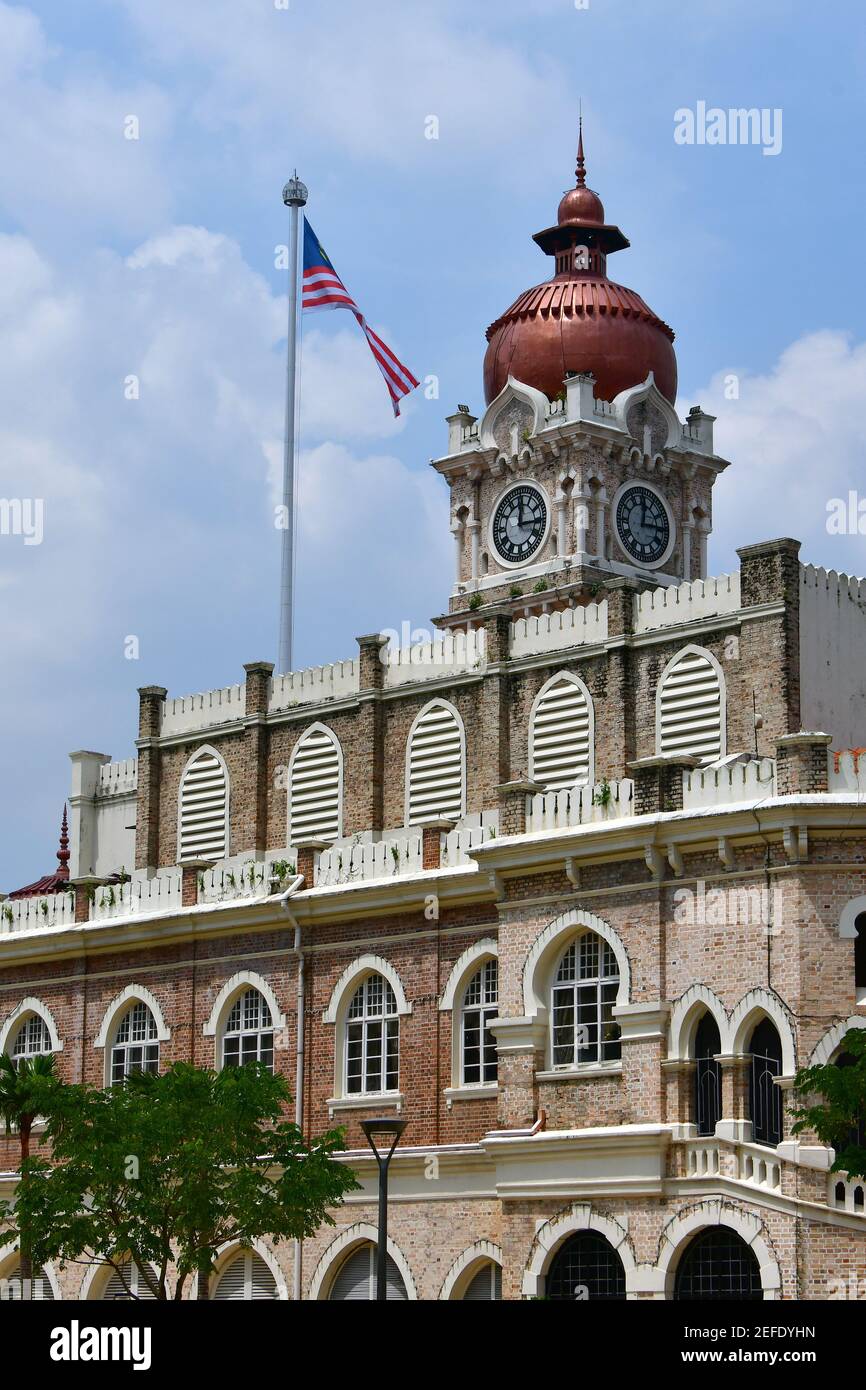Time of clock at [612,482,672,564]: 12:14
